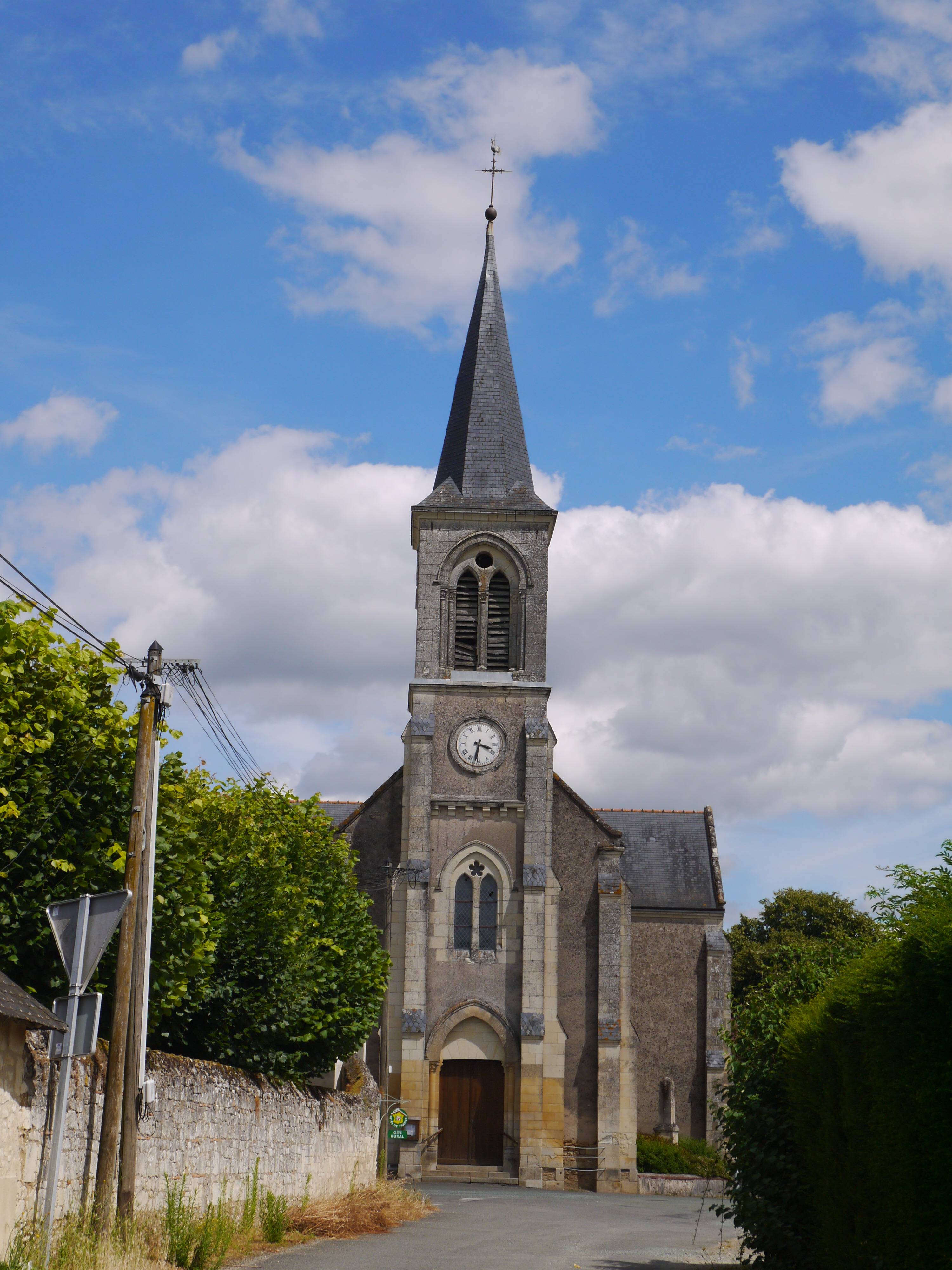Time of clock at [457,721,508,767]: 3:32
